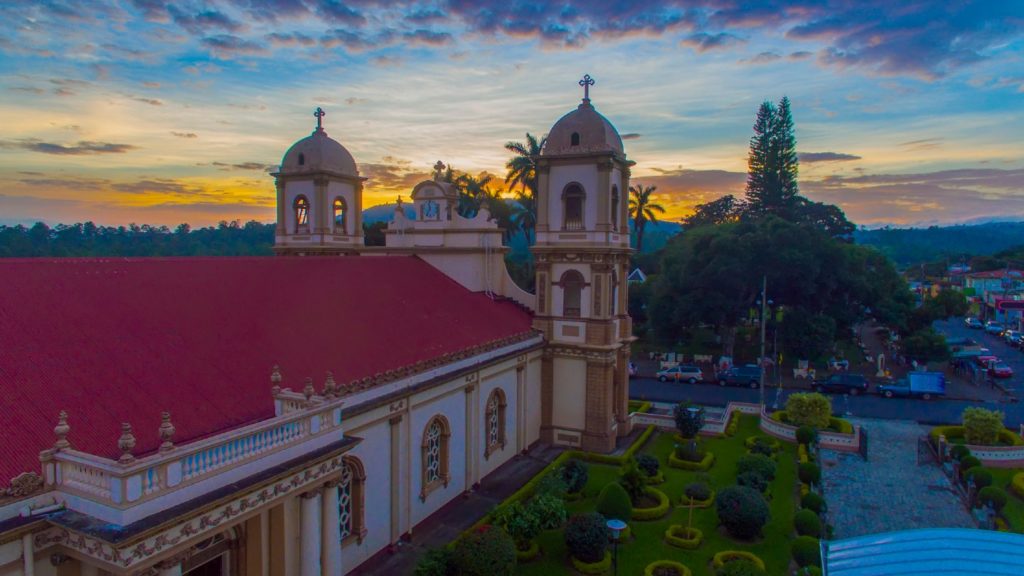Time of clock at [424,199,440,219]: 11:35
